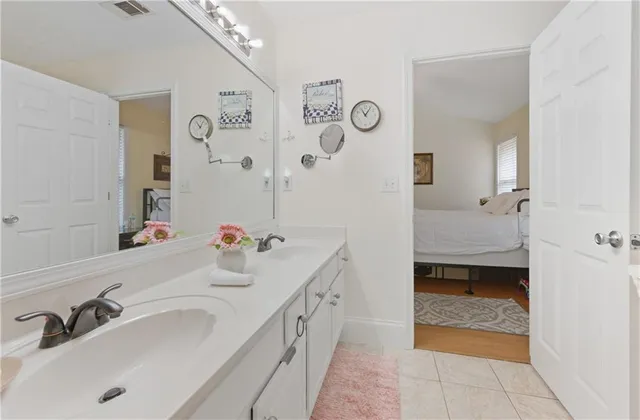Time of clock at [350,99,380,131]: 11:05
